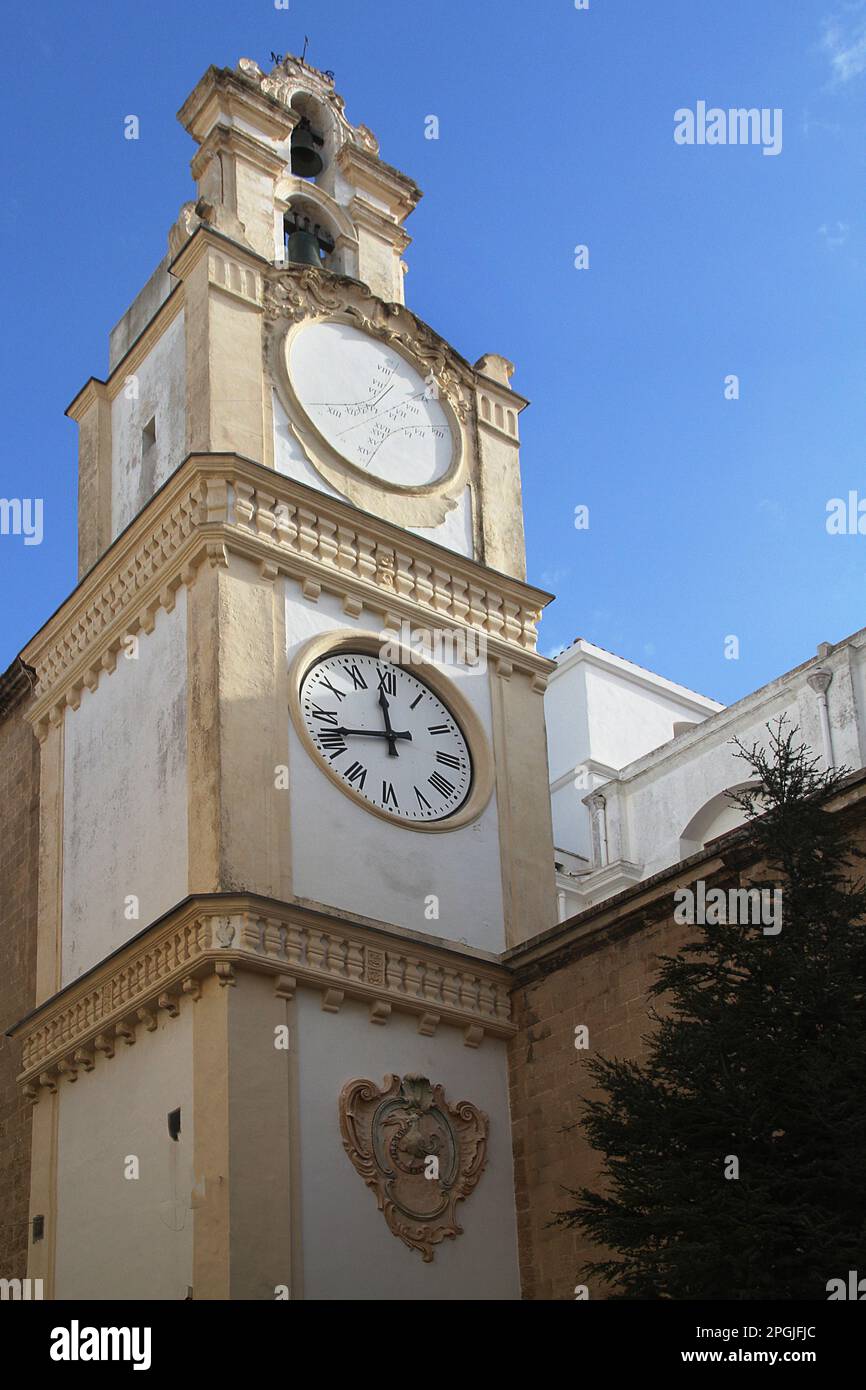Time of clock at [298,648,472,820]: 11:42
